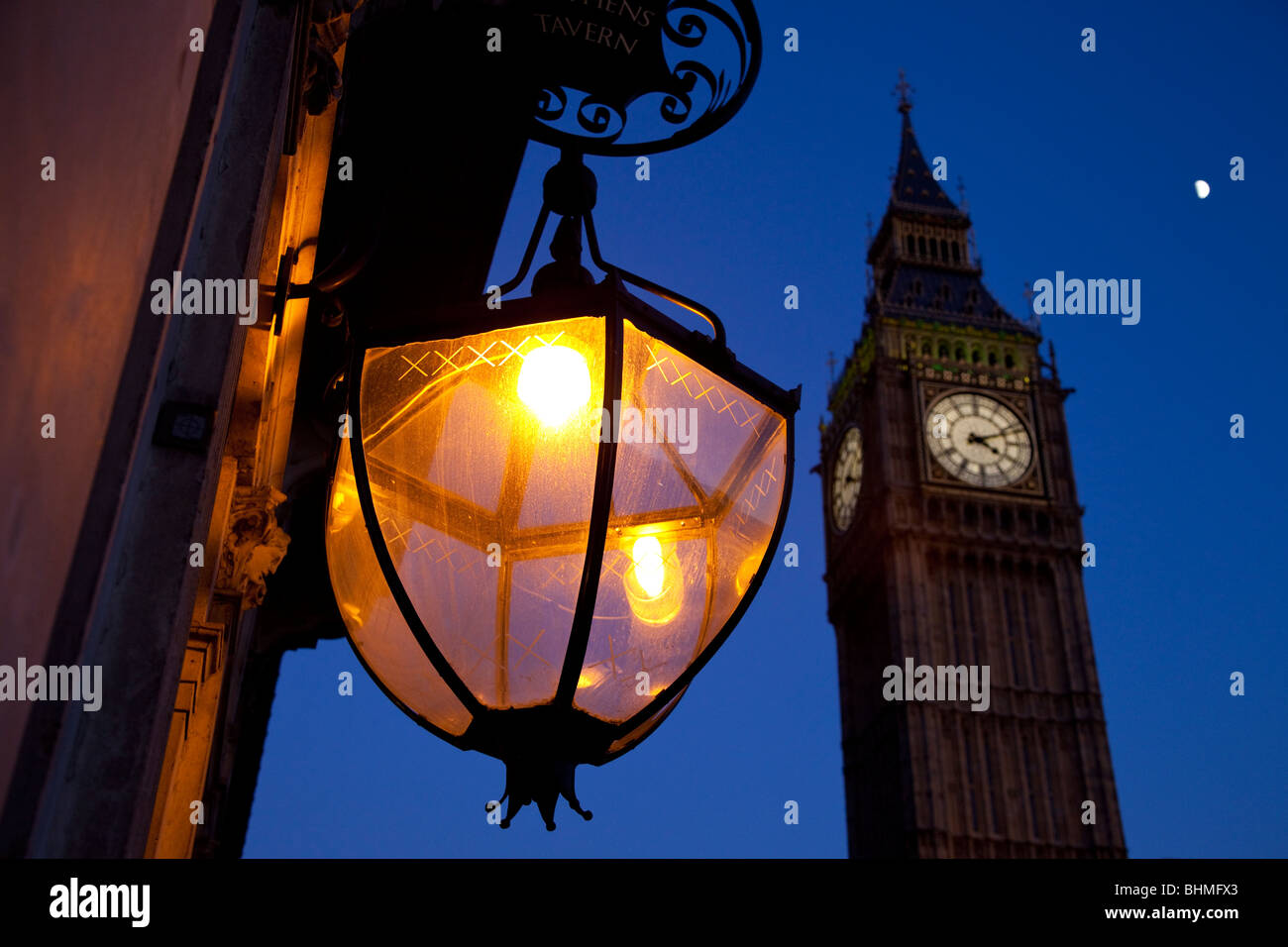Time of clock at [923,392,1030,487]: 4:11
